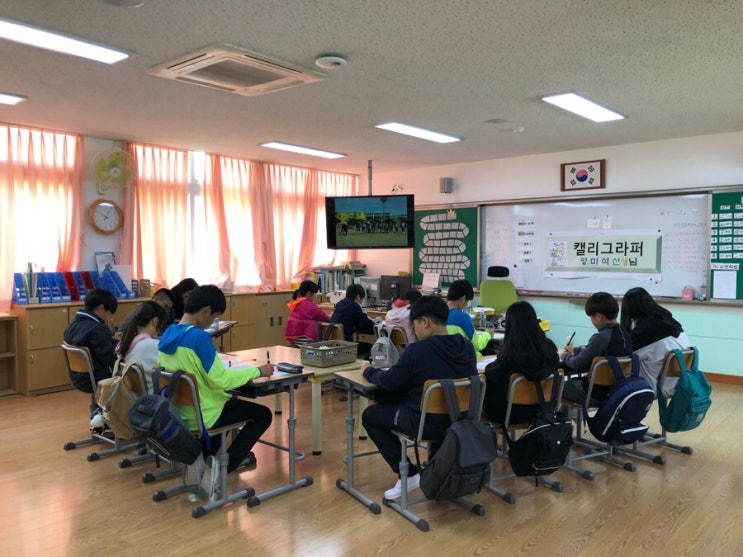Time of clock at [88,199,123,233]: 12:49
